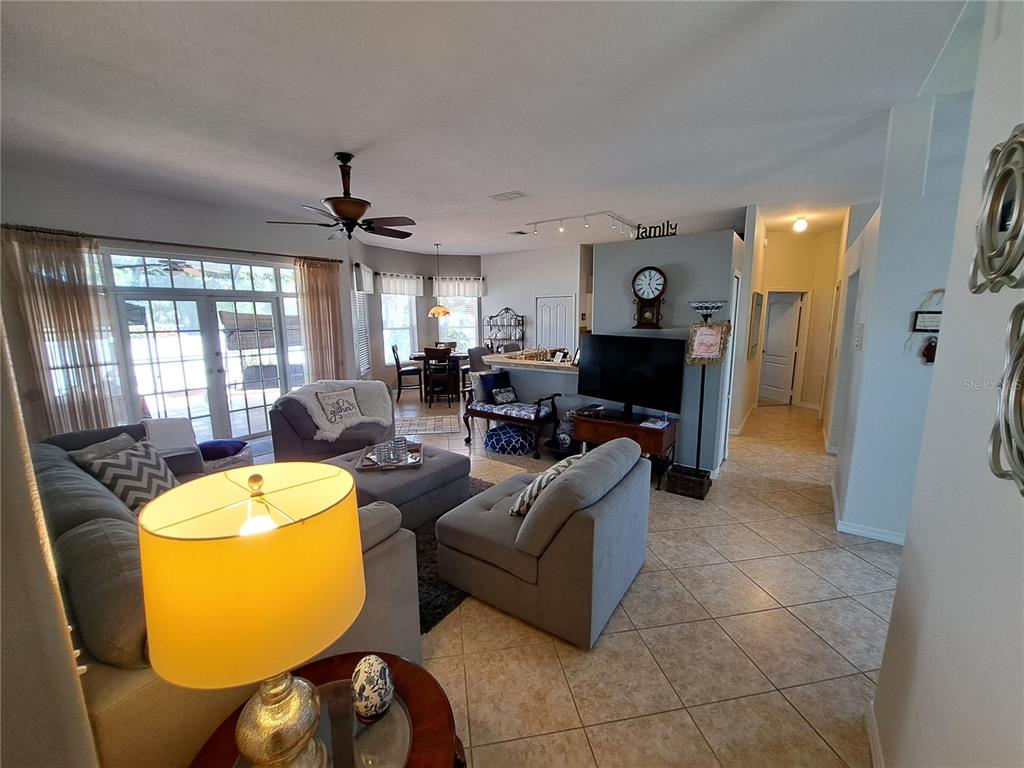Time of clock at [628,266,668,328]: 12:24
